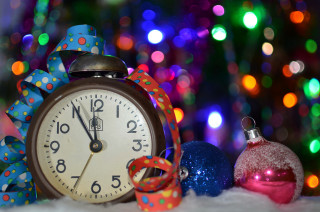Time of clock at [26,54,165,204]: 11:55
